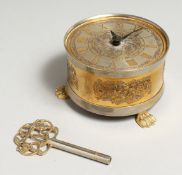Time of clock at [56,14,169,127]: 12:07
